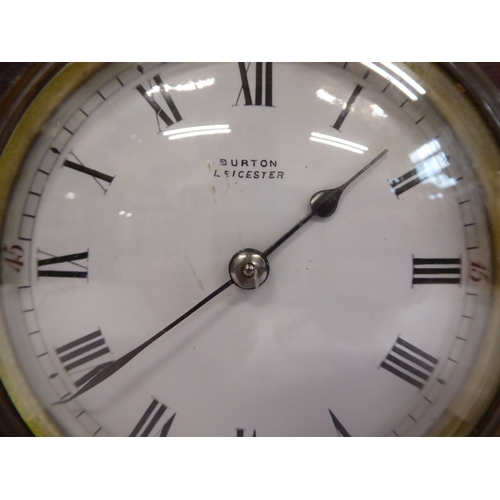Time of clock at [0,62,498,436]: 1:38
